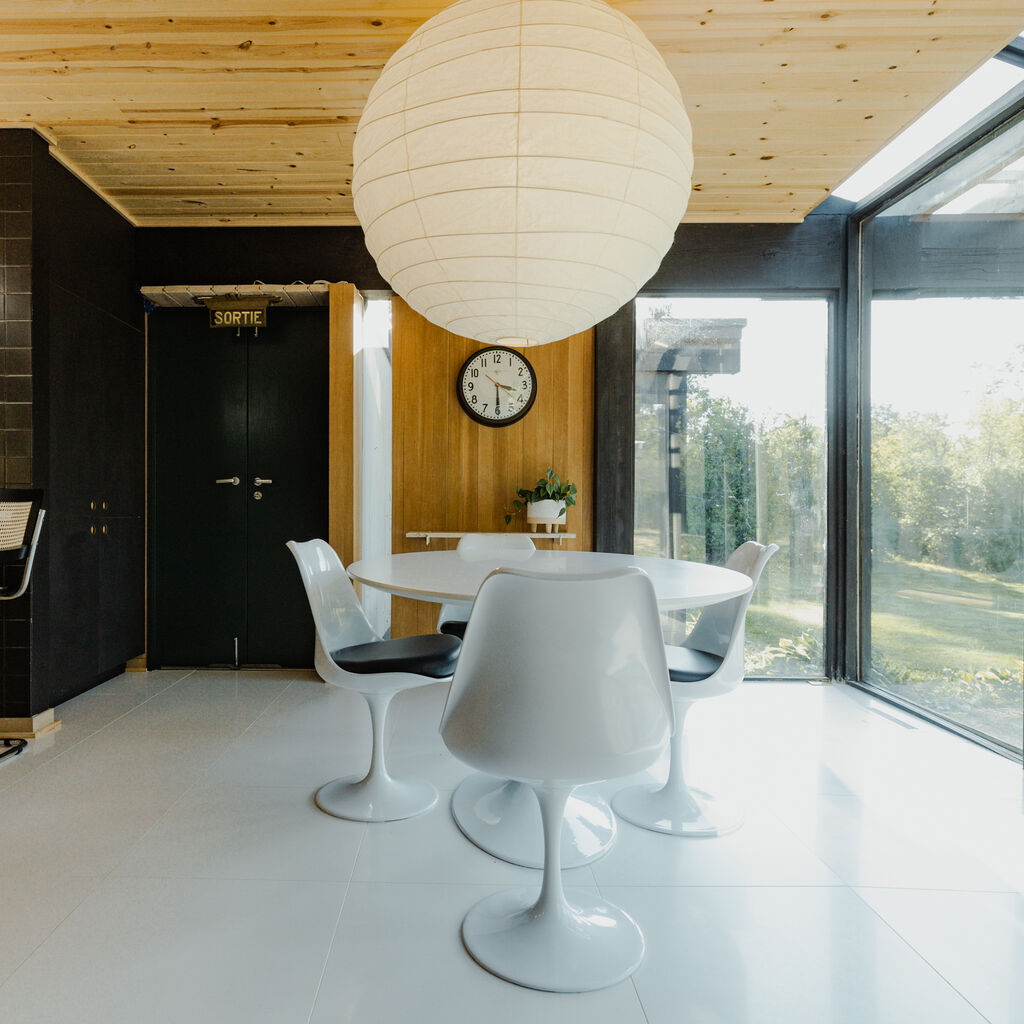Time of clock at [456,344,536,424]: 3:29
